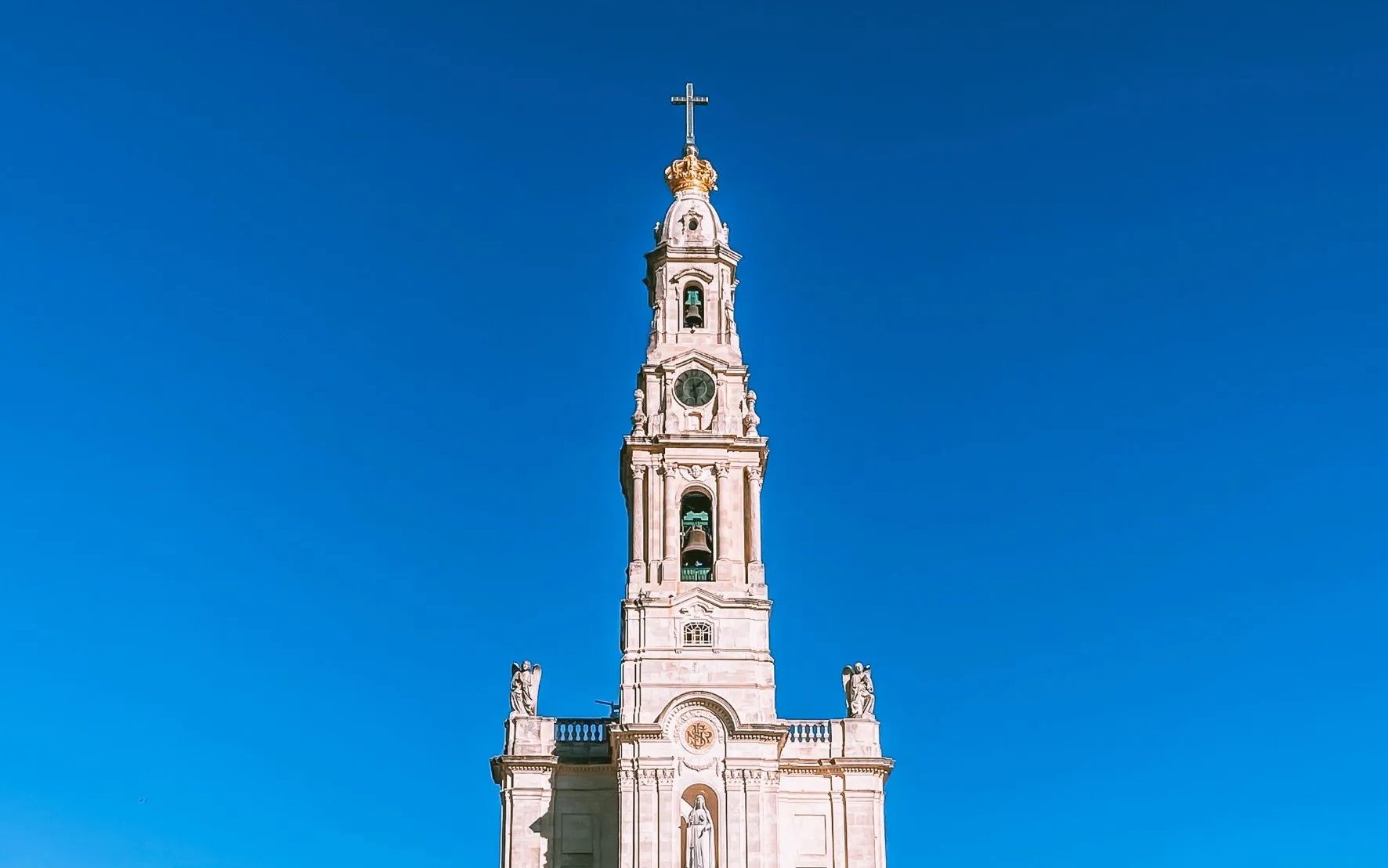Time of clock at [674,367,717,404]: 1:28
